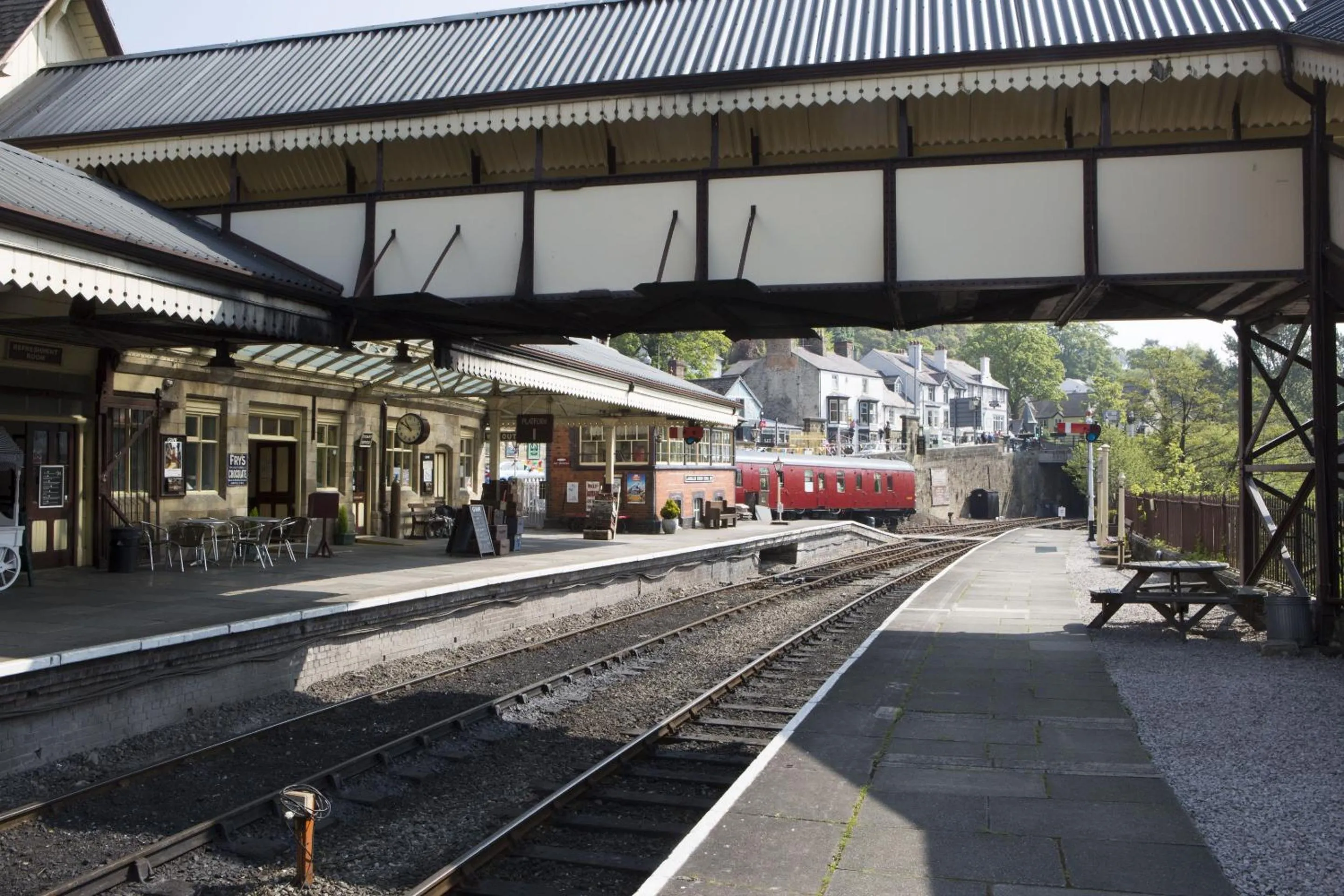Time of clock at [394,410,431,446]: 10:50
